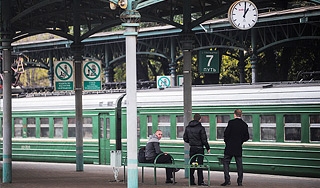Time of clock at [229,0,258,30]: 1:00
